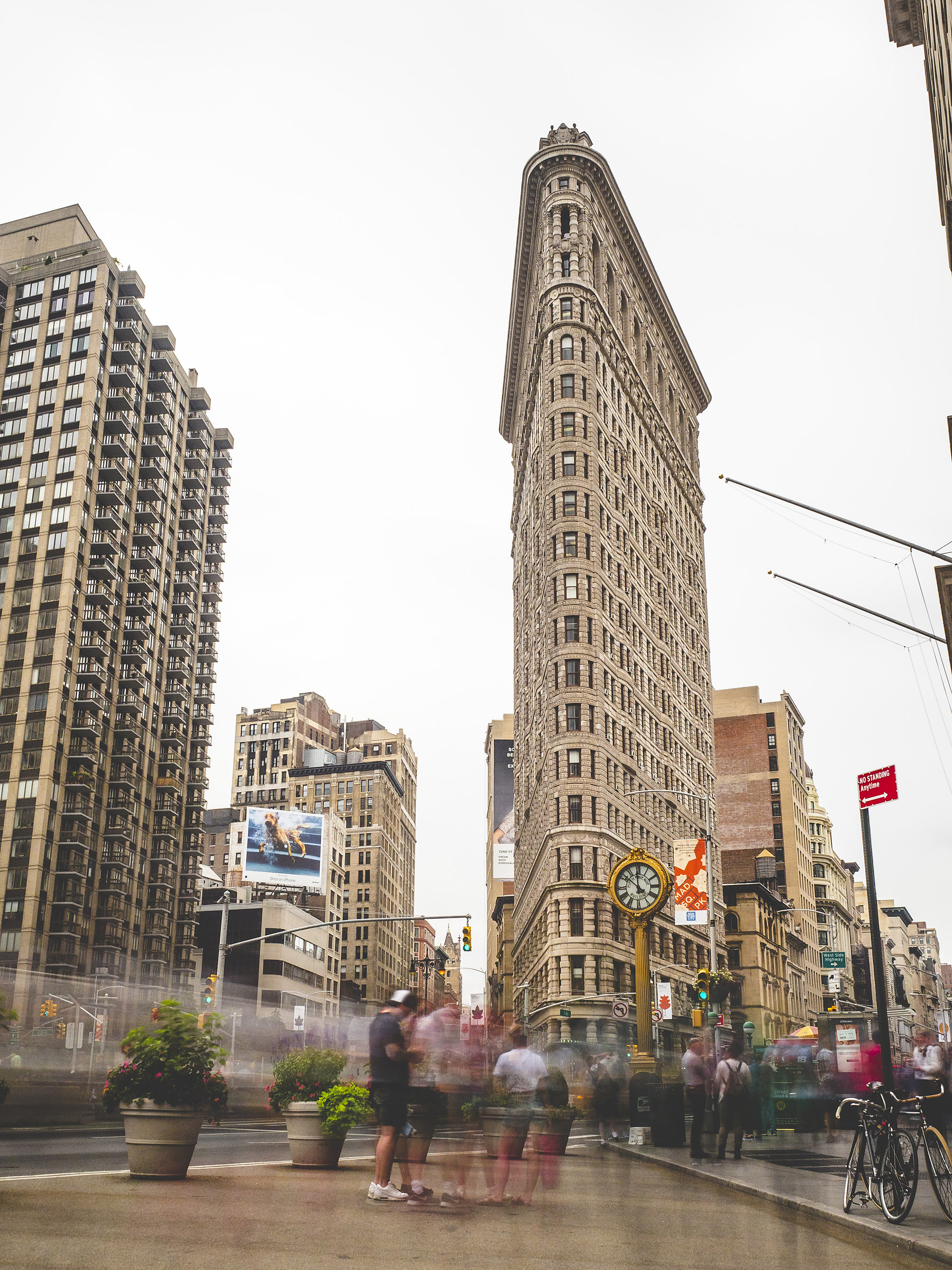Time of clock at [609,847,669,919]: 11:51
